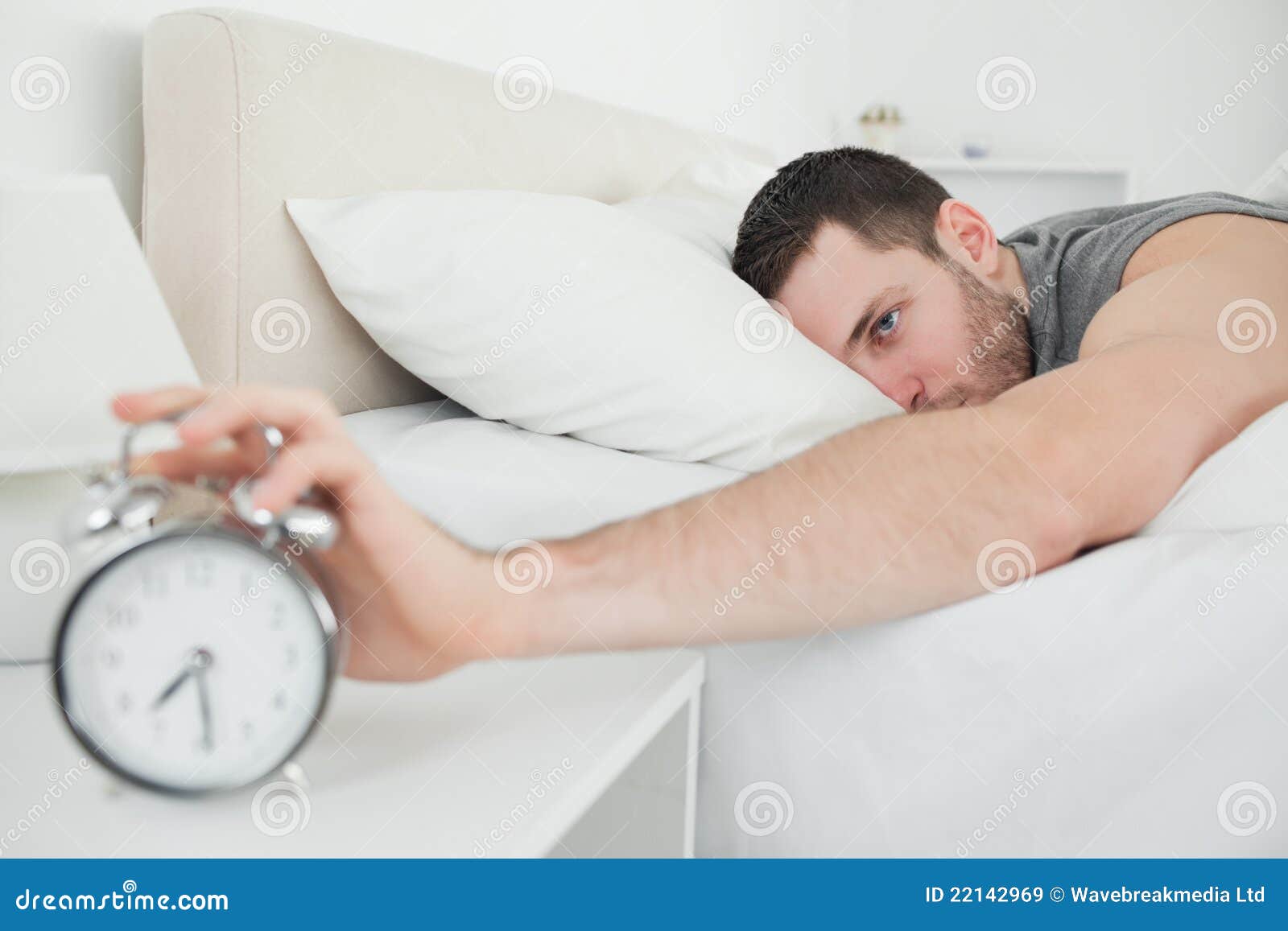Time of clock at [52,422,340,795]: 7:29
